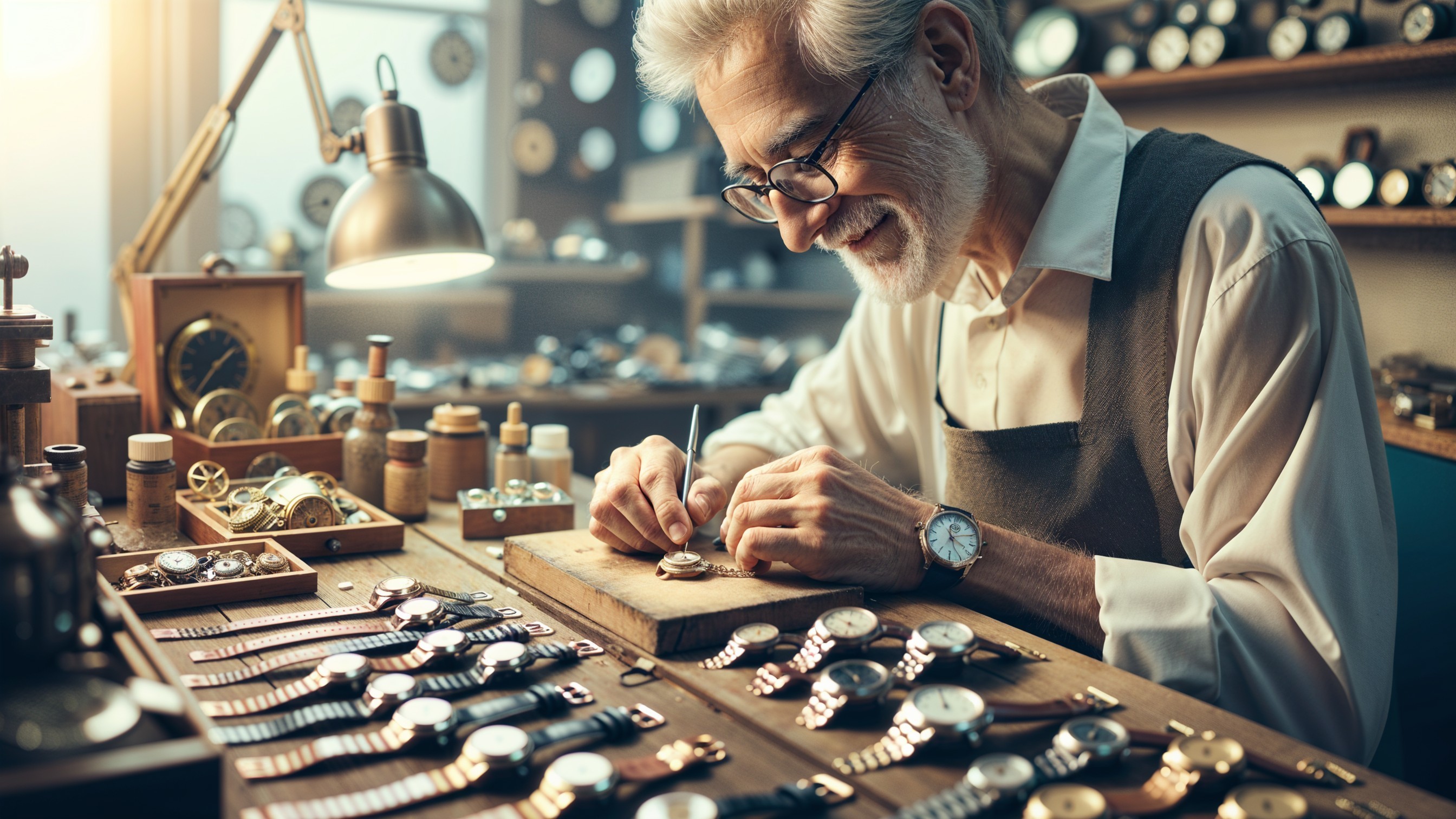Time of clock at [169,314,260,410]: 1:36
